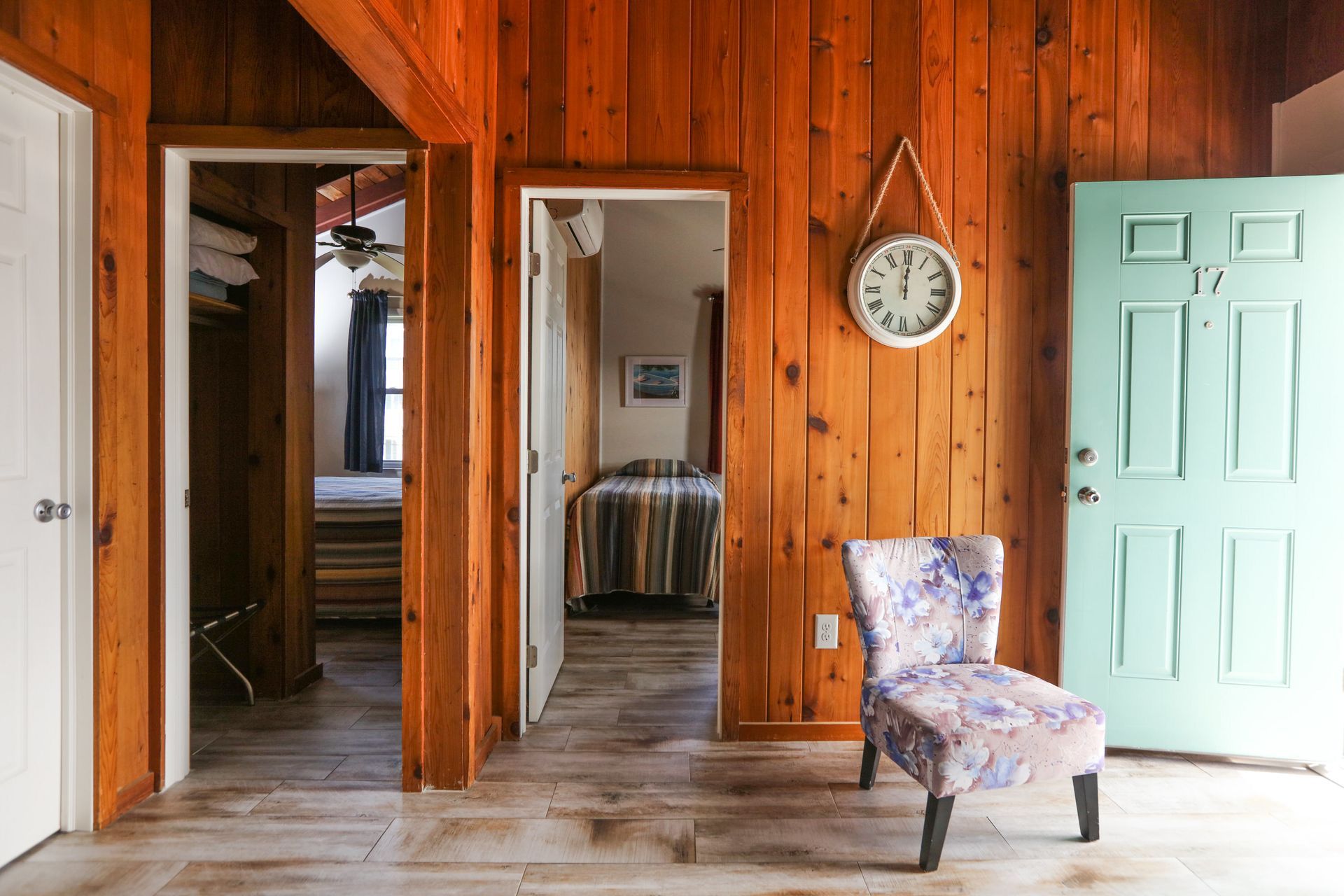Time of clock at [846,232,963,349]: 12:00
